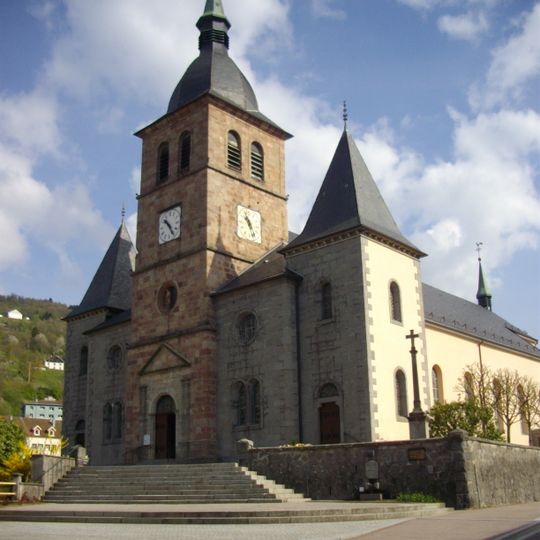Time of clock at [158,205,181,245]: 10:24
